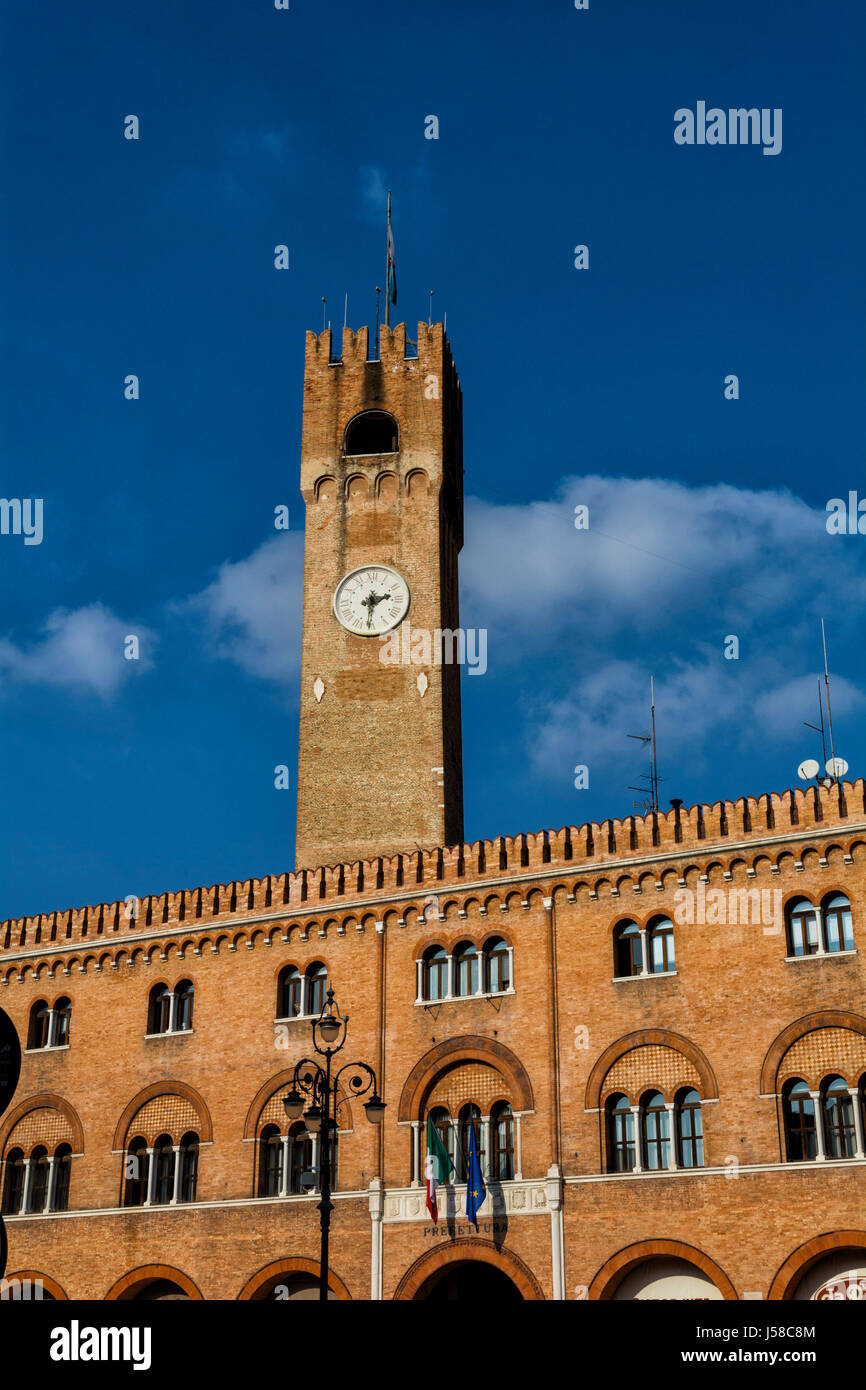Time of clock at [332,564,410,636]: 2:30
